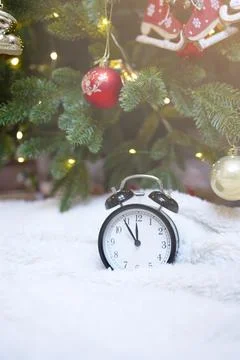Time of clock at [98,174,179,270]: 11:54
